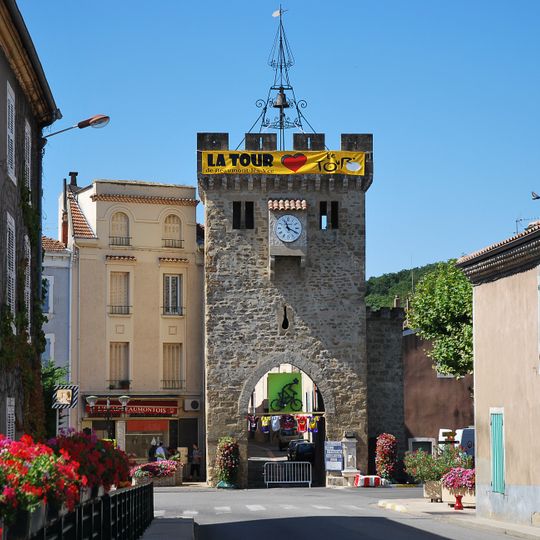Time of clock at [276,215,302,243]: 11:19
